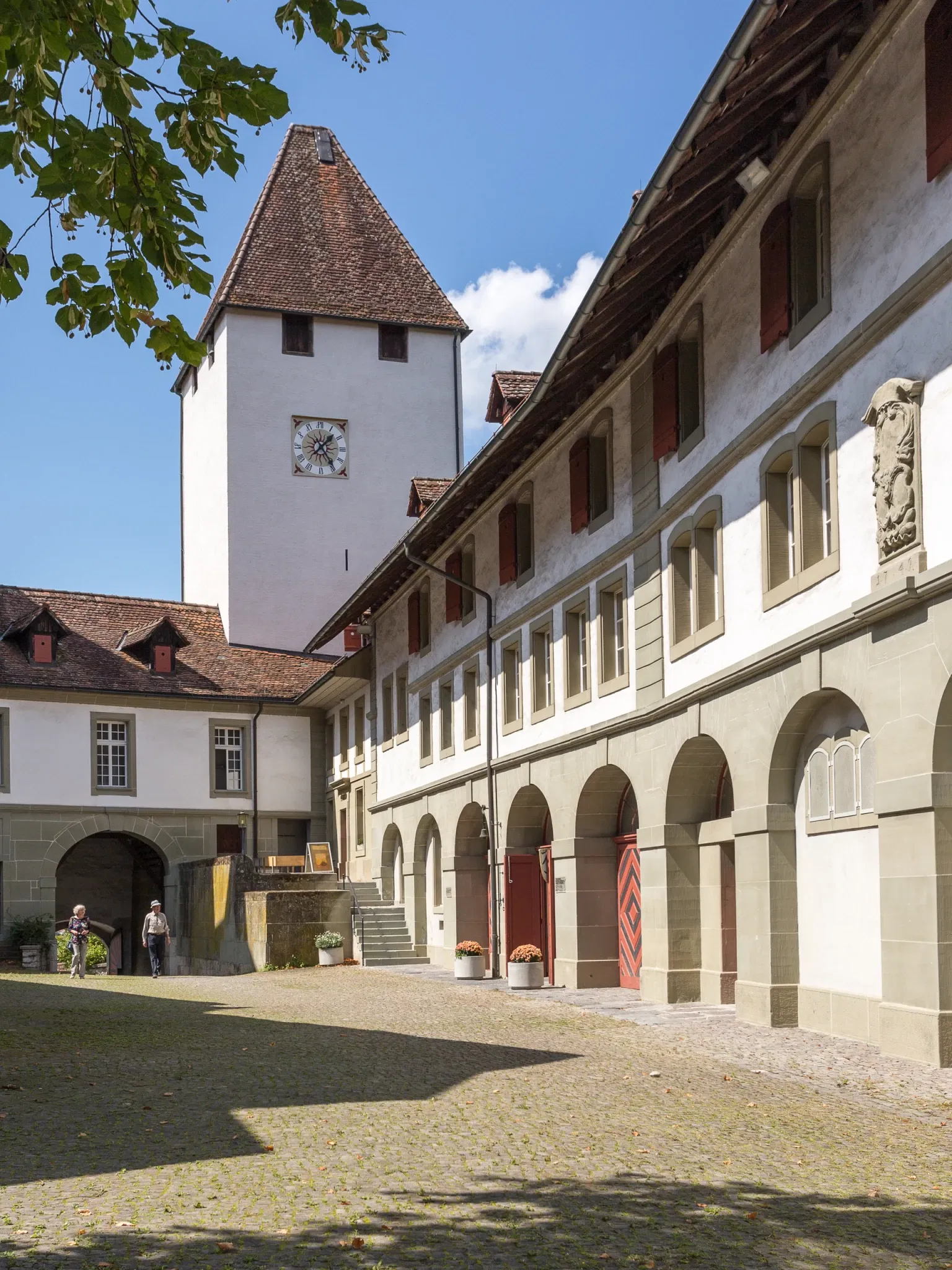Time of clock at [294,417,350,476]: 1:24
